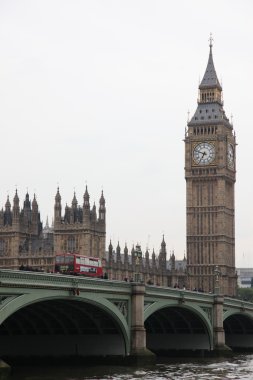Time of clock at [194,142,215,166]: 6:48
